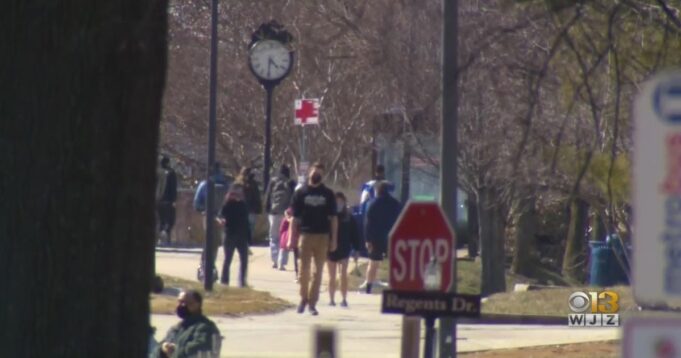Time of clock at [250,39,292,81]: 4:31
